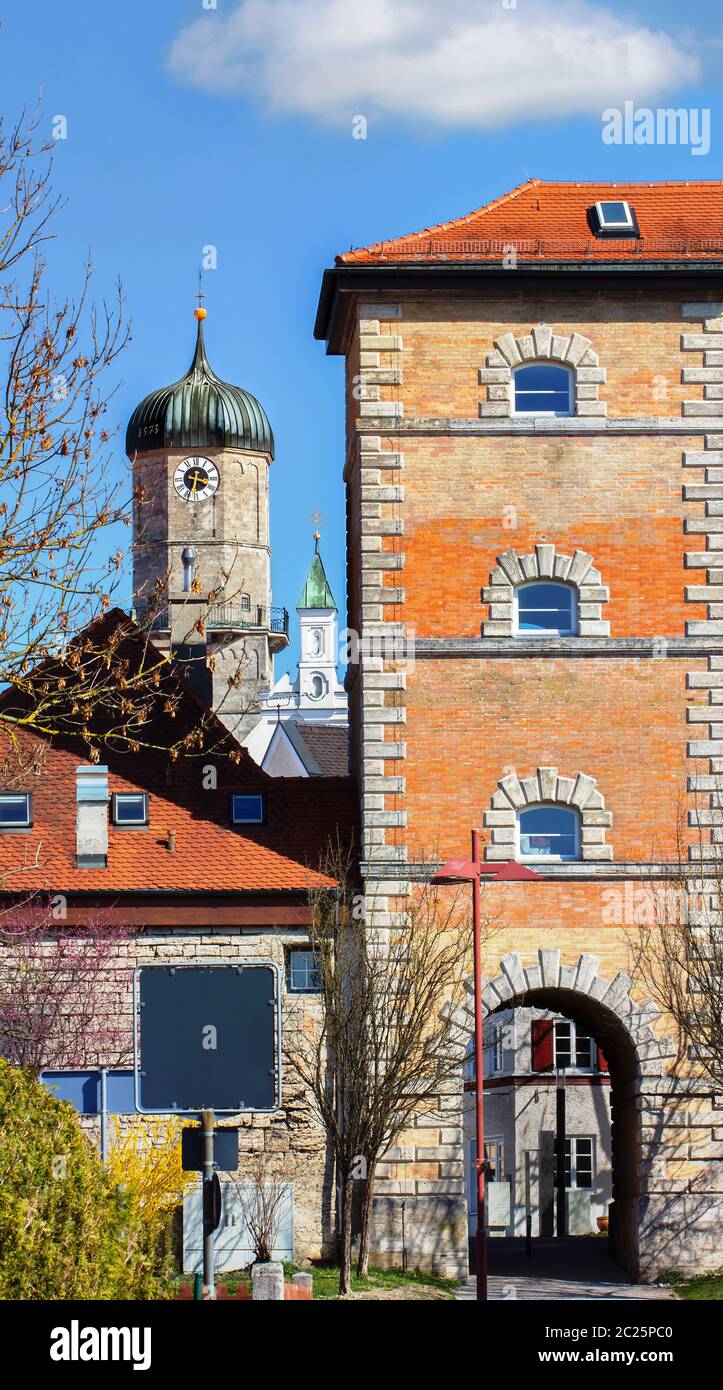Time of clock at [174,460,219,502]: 3:32
